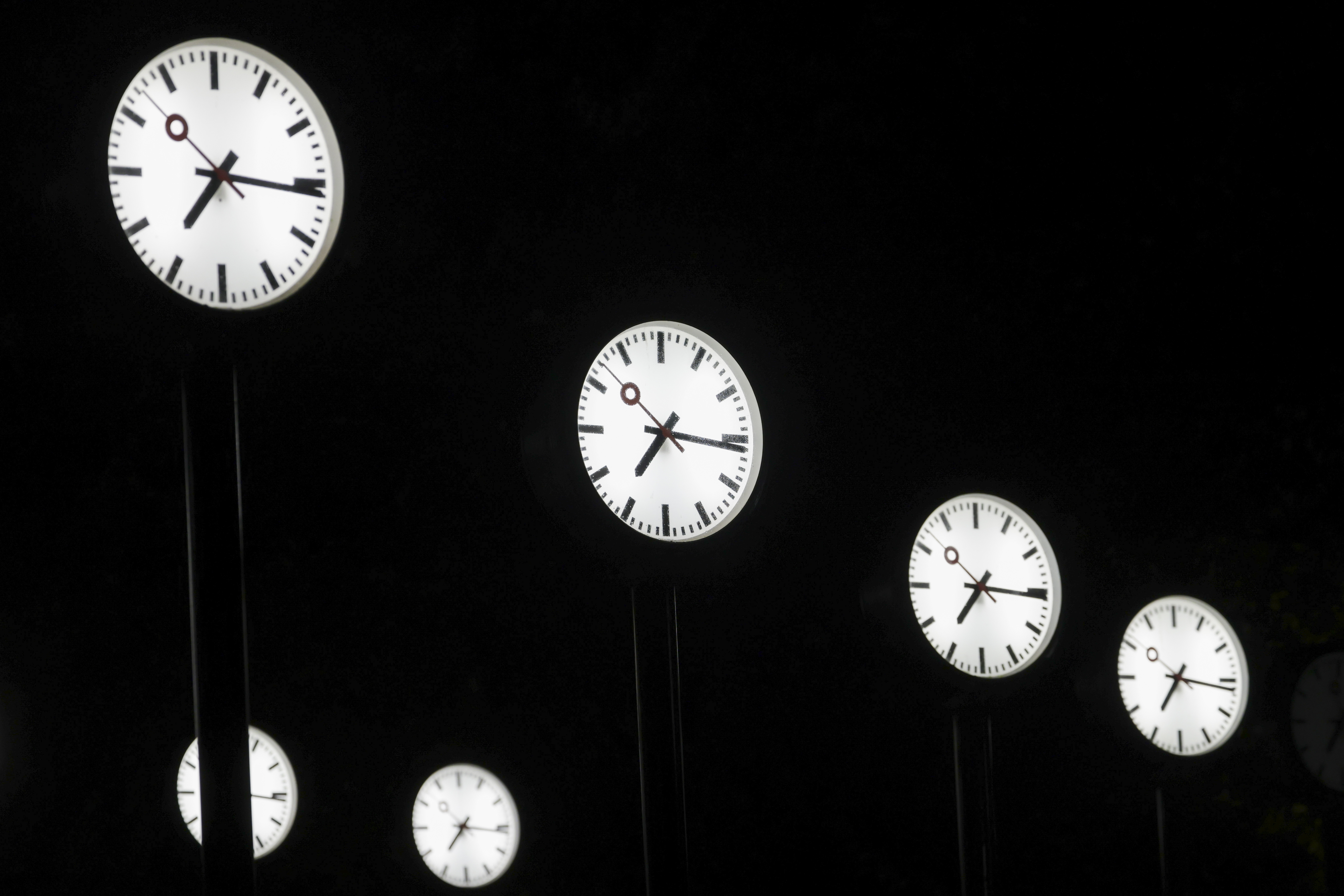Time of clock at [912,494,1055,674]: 7:15
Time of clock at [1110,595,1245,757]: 7:16
